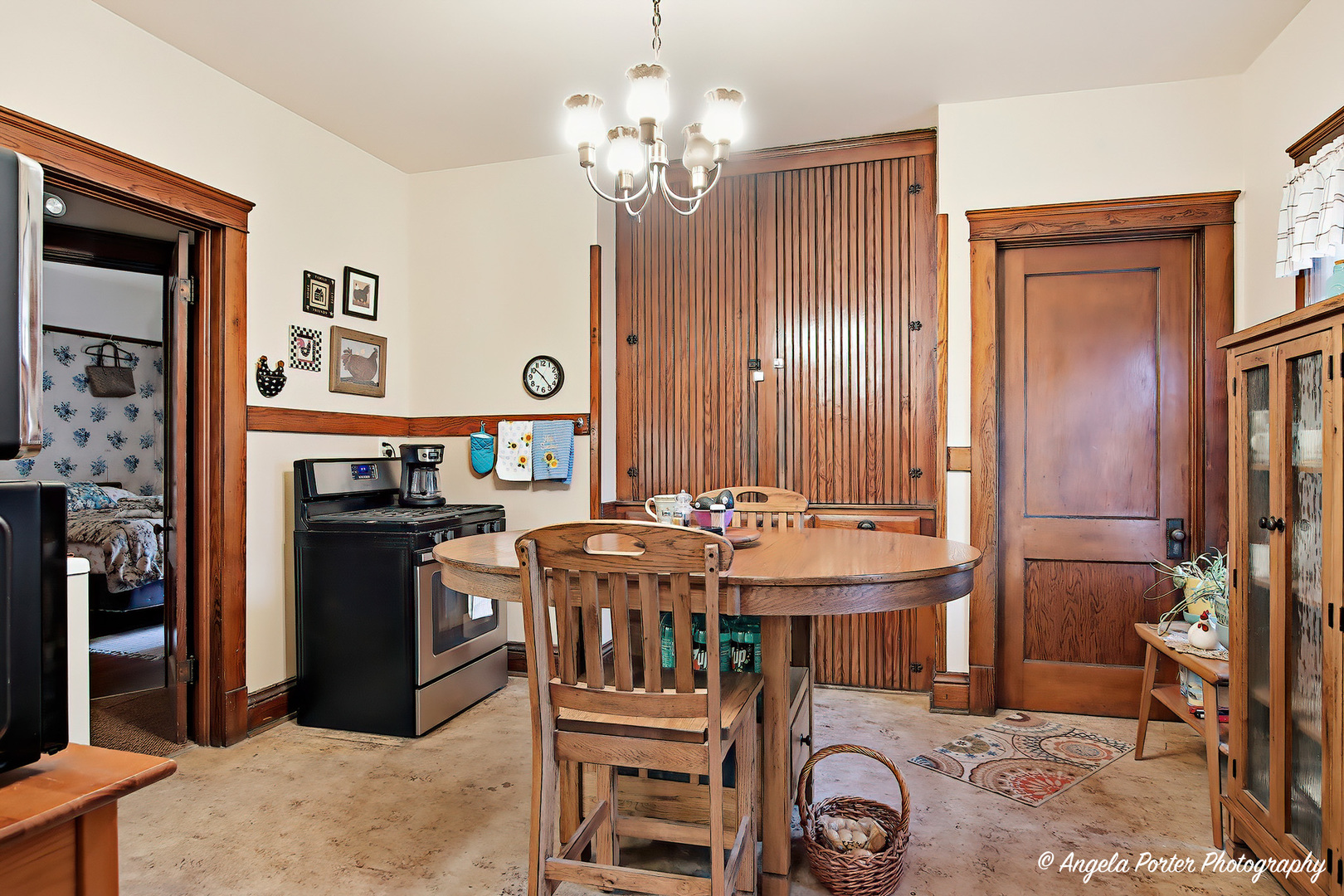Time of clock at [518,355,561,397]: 10:23
